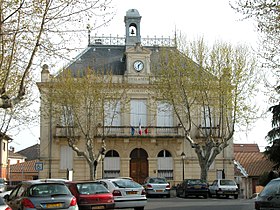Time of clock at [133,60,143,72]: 6:07
